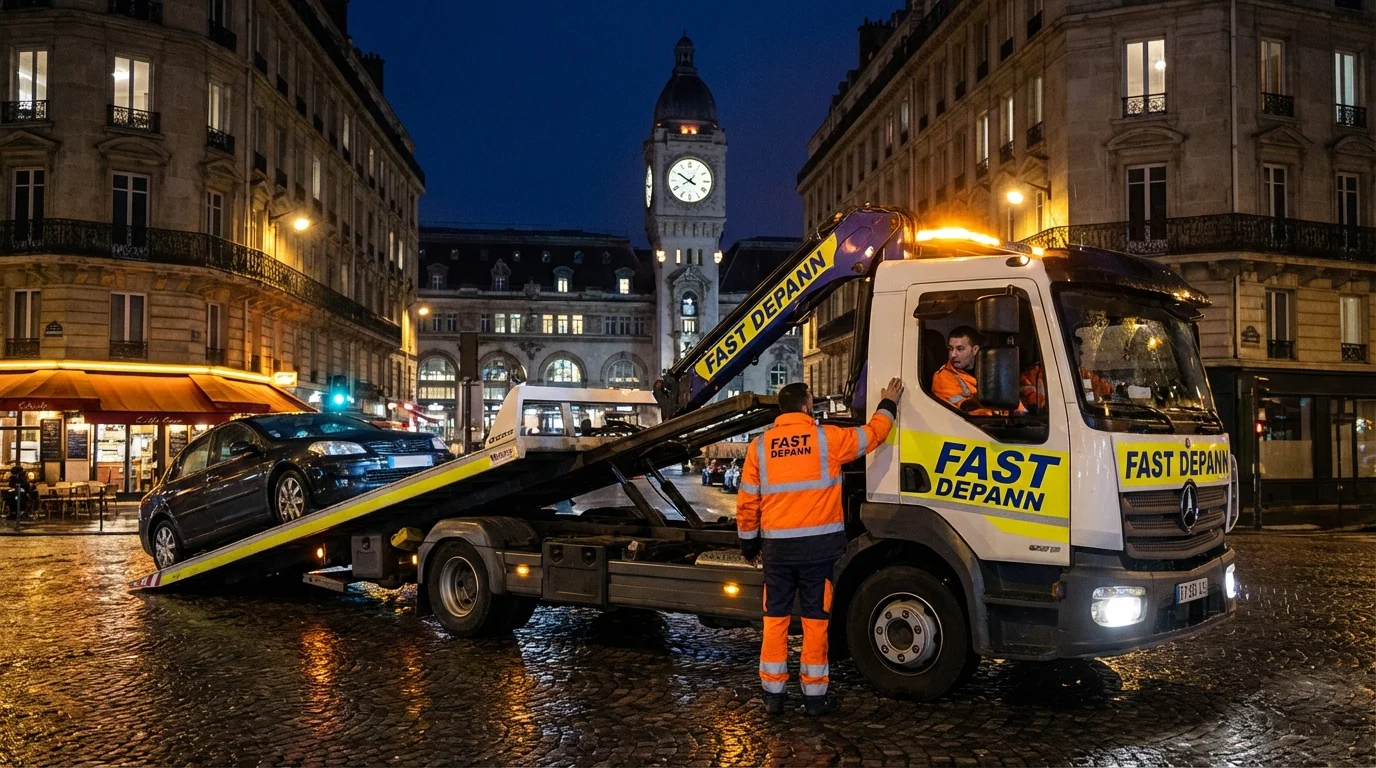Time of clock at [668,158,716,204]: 7:50
